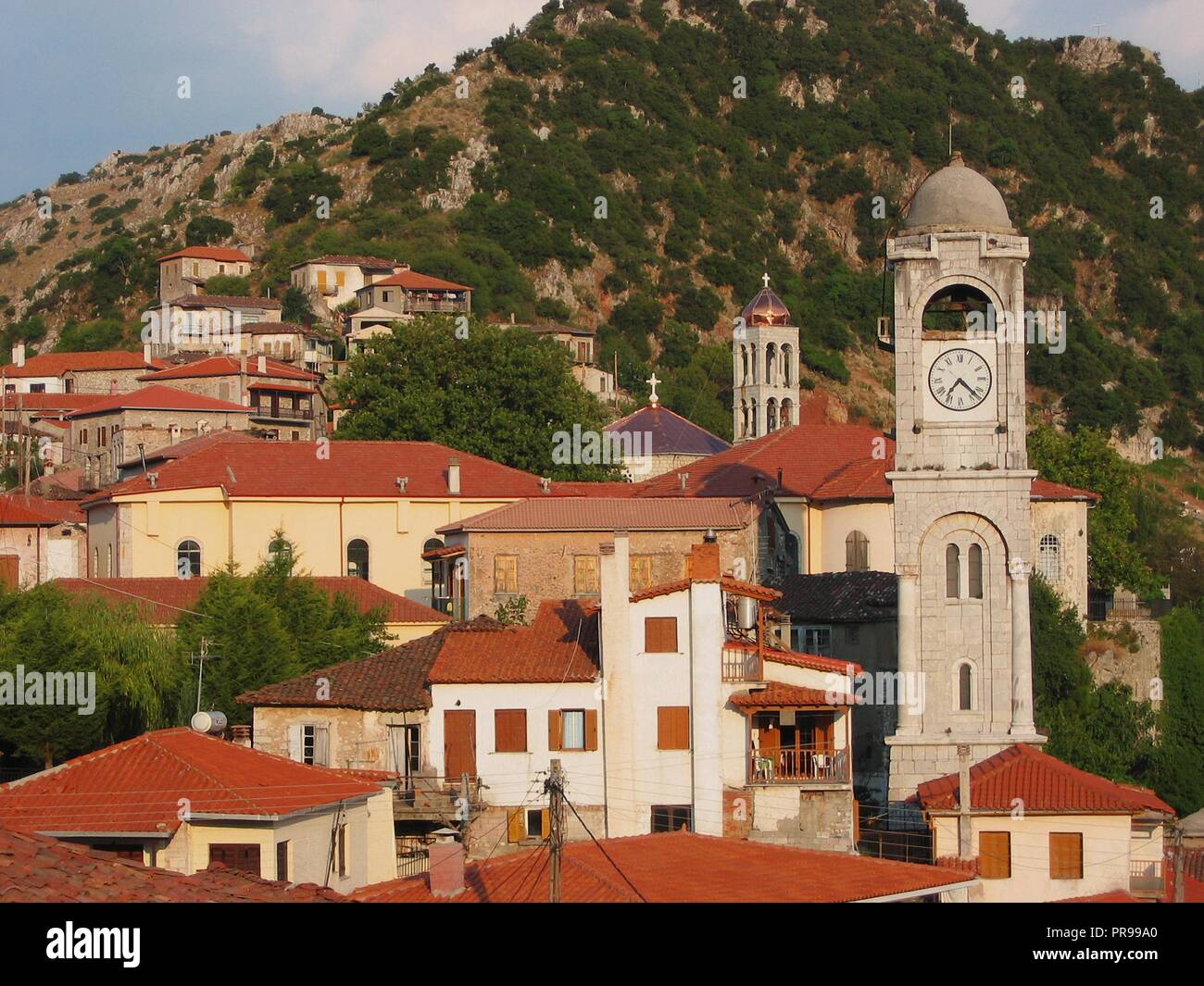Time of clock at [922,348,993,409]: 7:22
